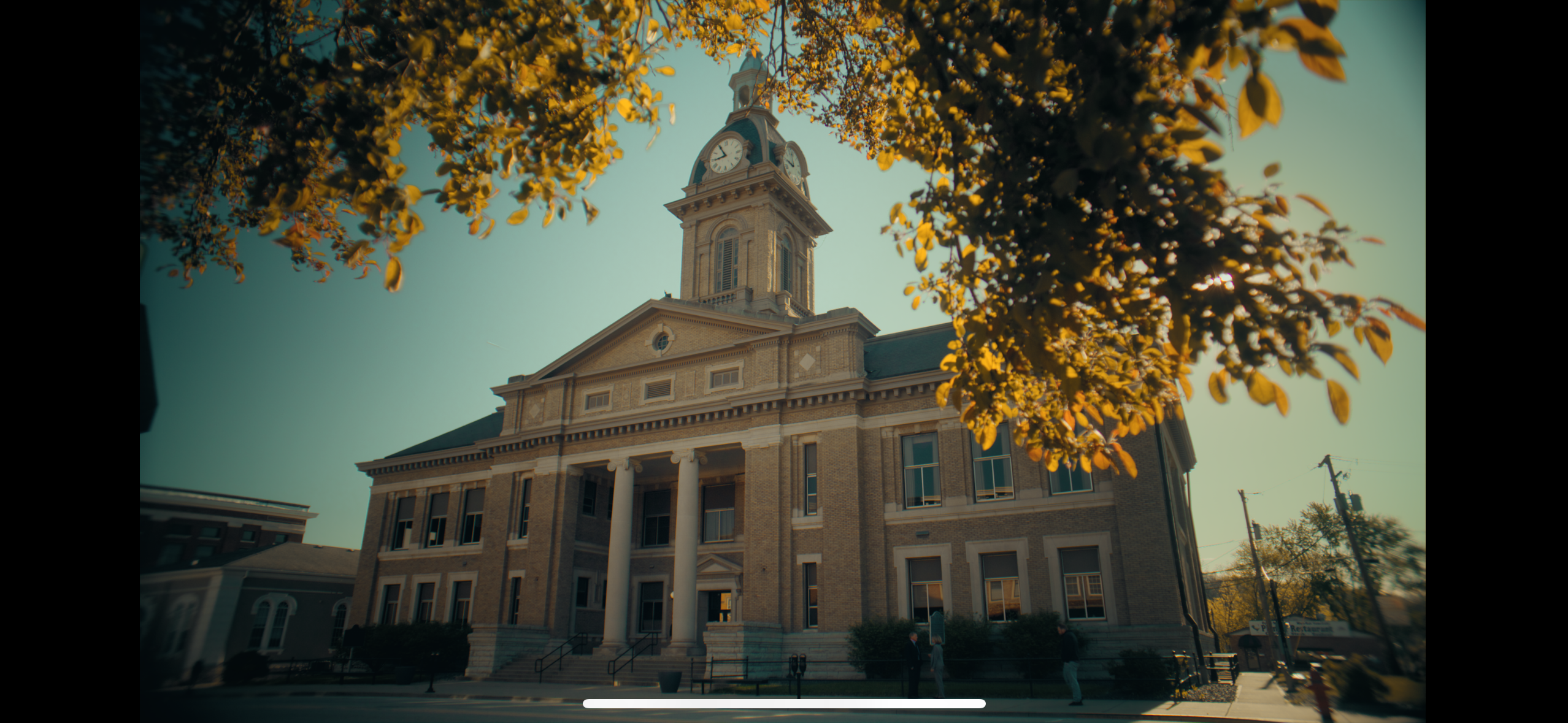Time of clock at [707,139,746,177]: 8:54
